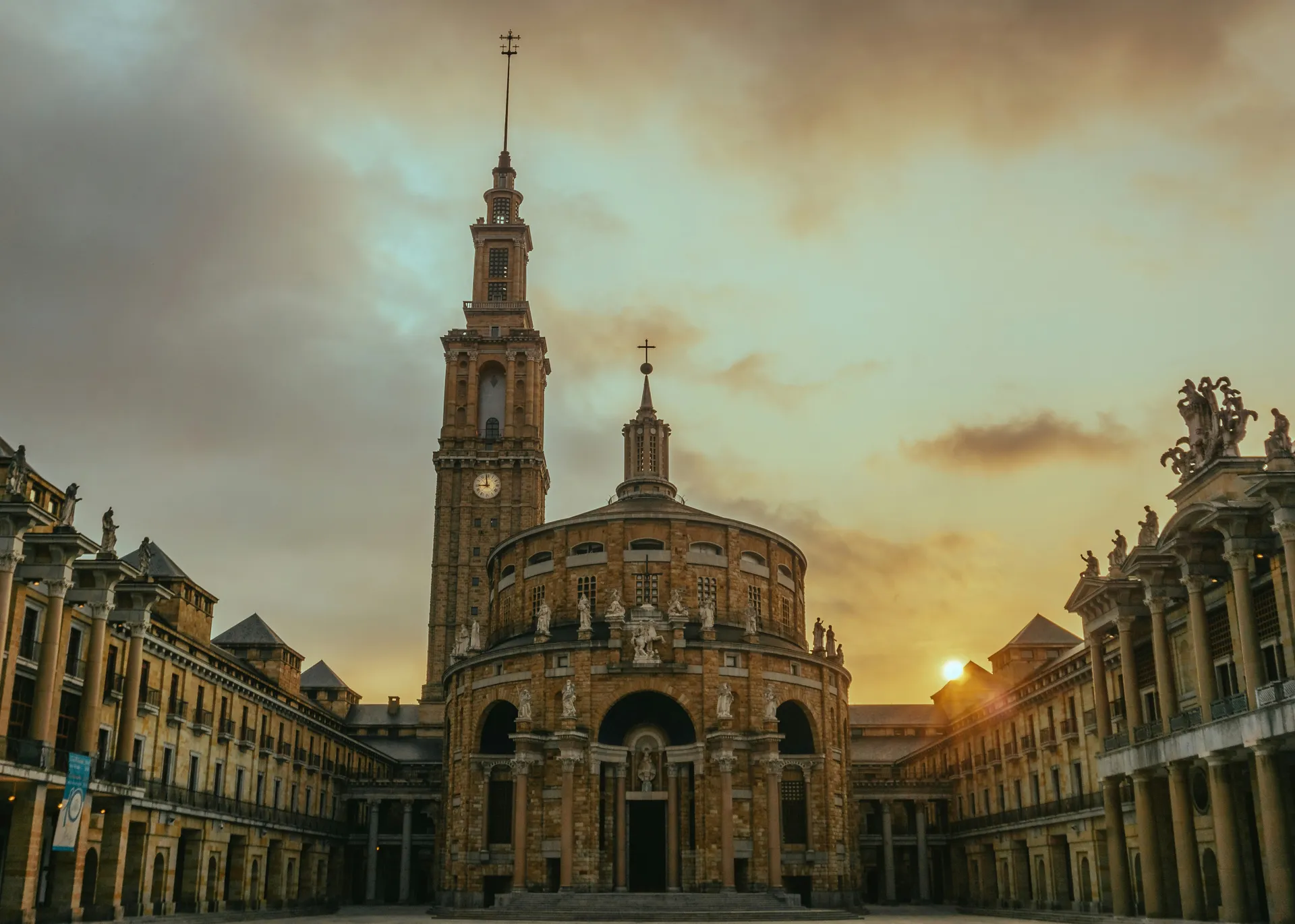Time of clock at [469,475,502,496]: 8:59
